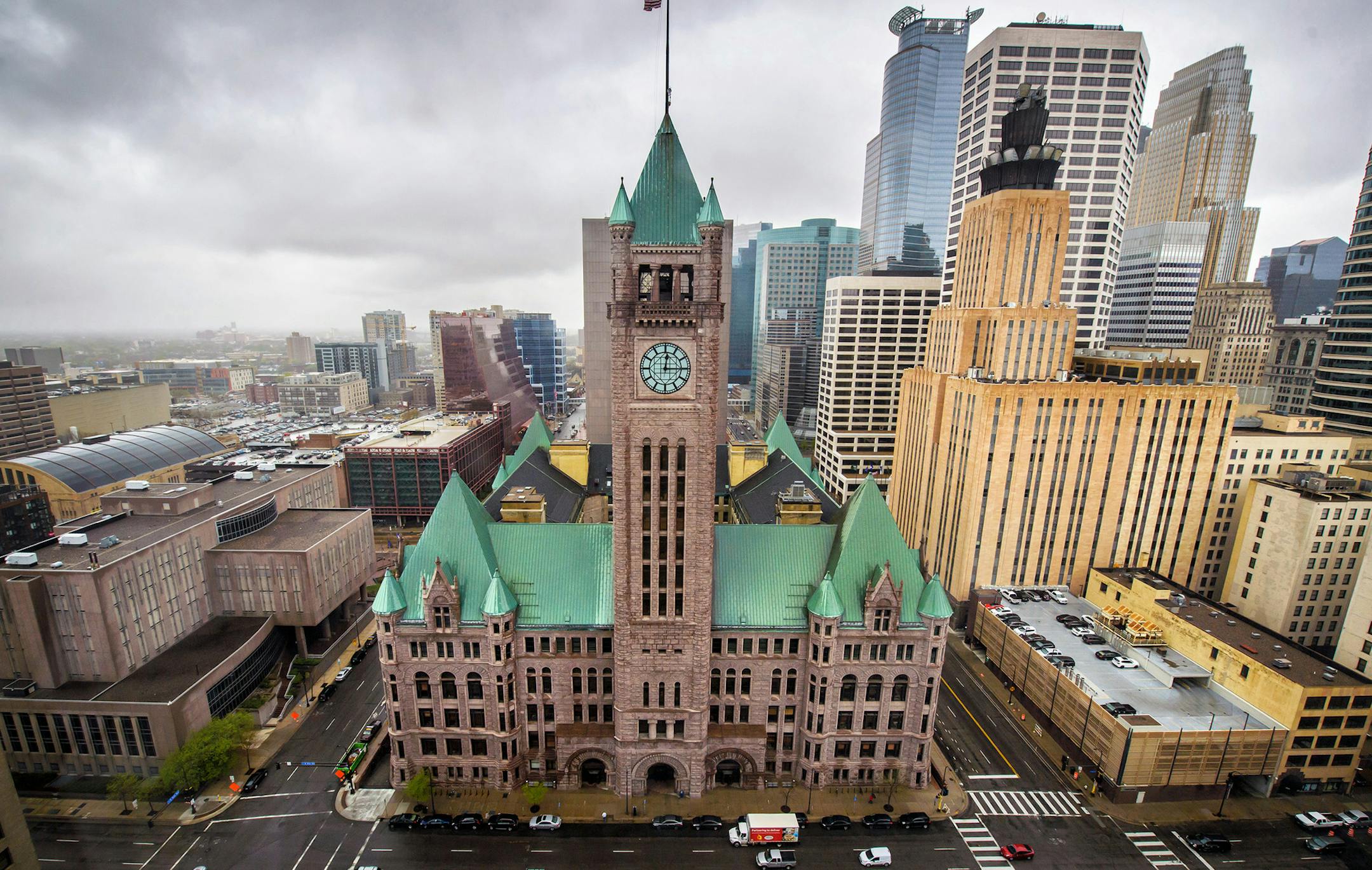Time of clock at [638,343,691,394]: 12:14
